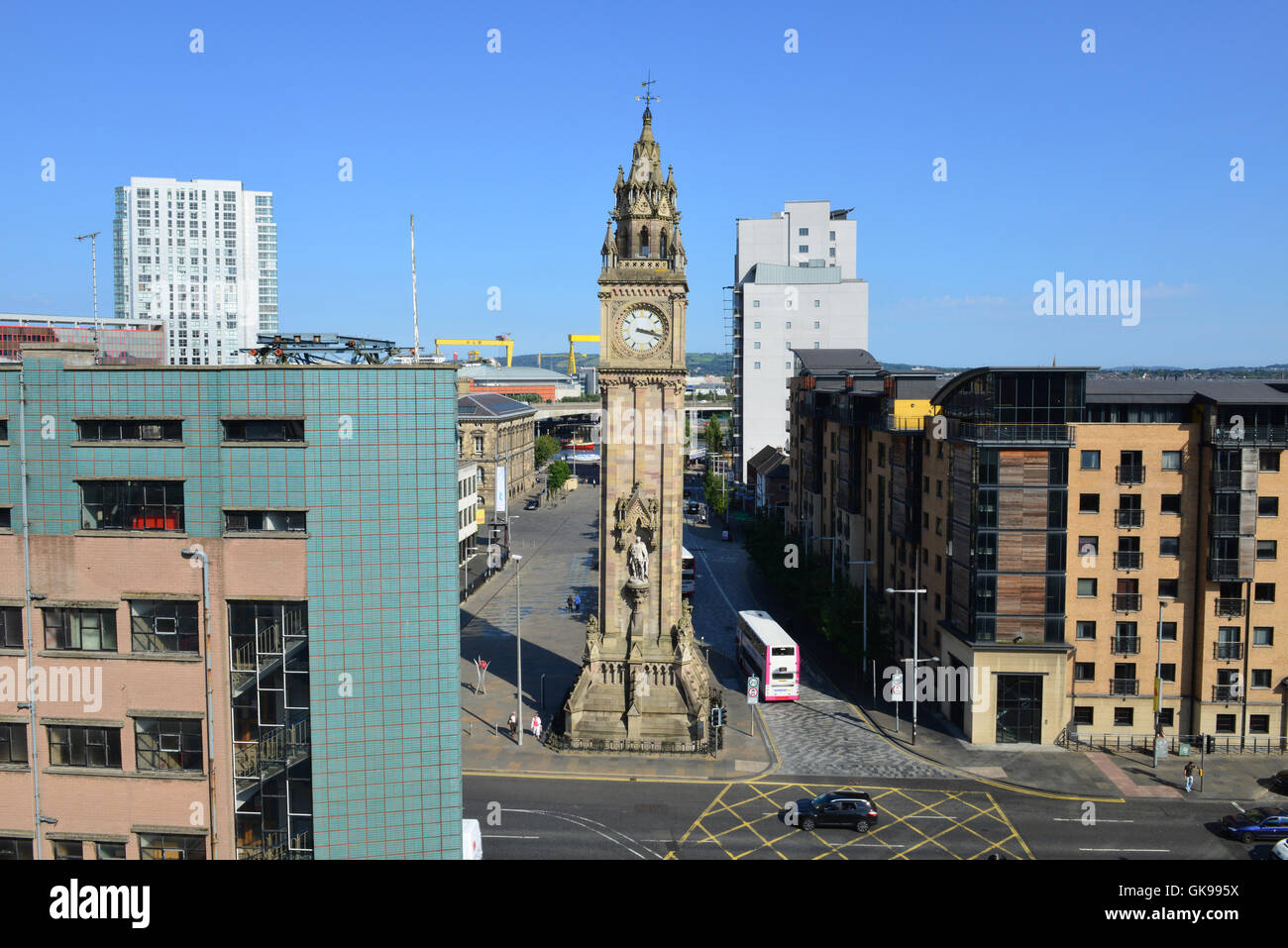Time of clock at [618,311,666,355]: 3:17
